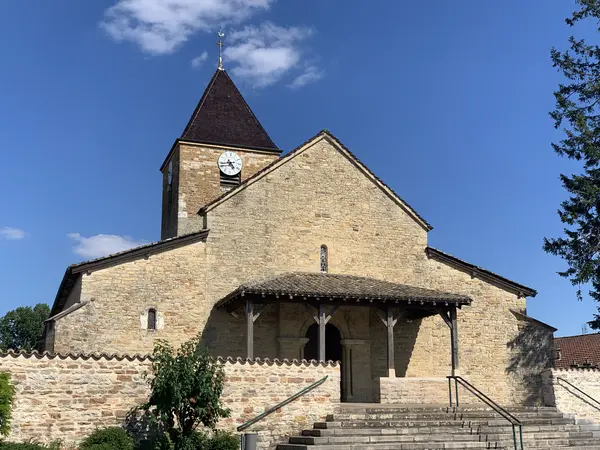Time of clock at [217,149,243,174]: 4:42
